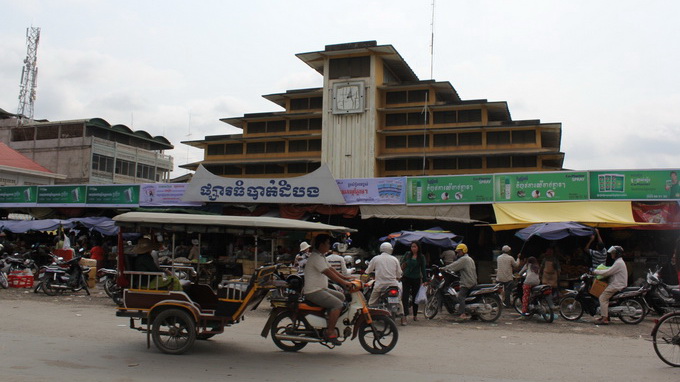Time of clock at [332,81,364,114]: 12:24
